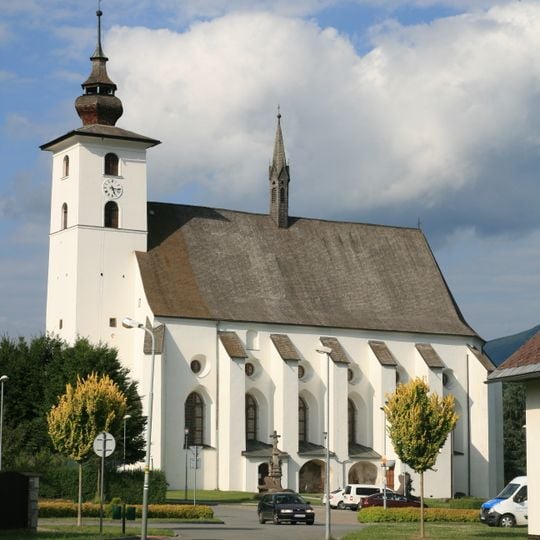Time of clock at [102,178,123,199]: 5:15
